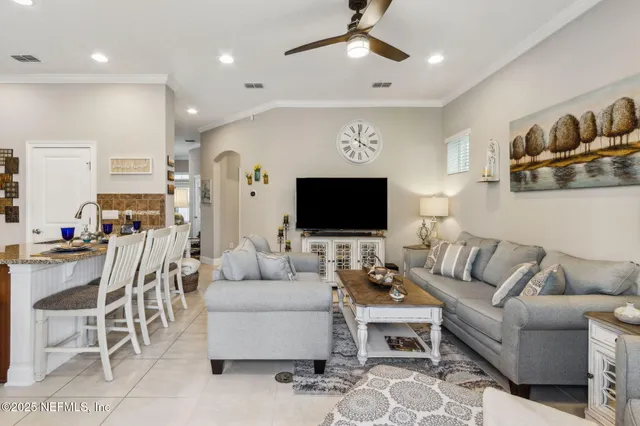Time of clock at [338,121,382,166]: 3:59
